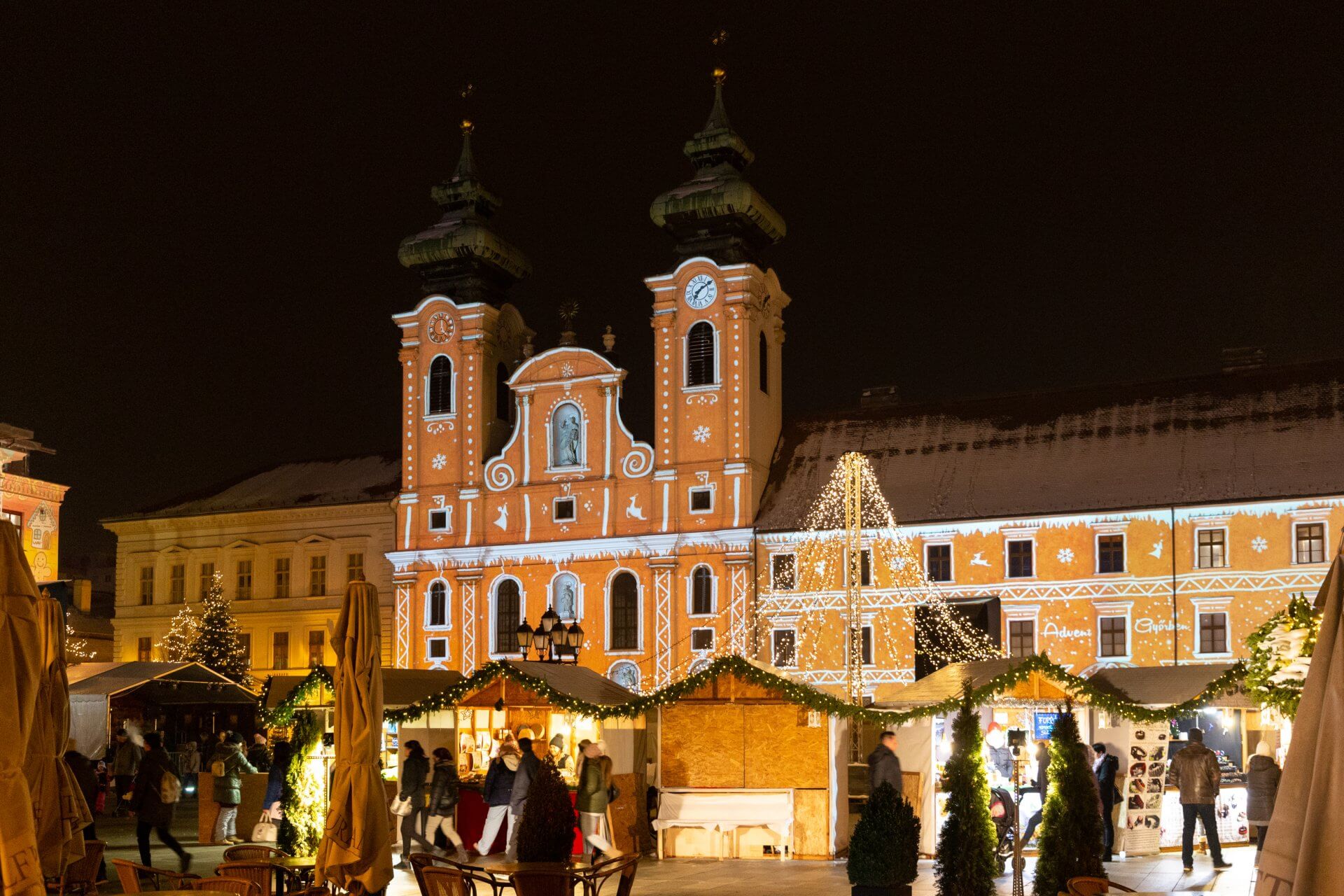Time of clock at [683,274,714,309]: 7:09
